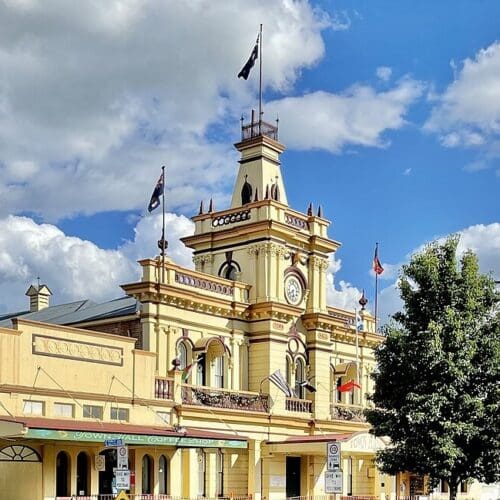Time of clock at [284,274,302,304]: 5:40
